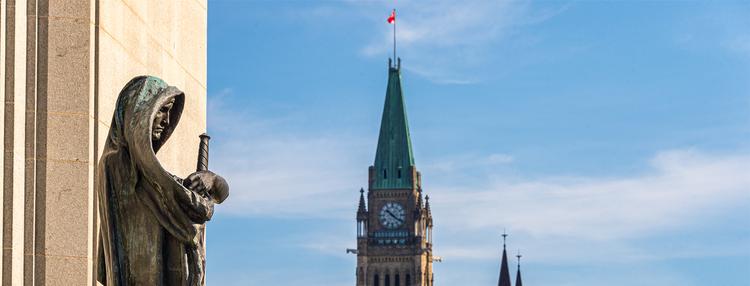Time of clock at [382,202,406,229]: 10:21
